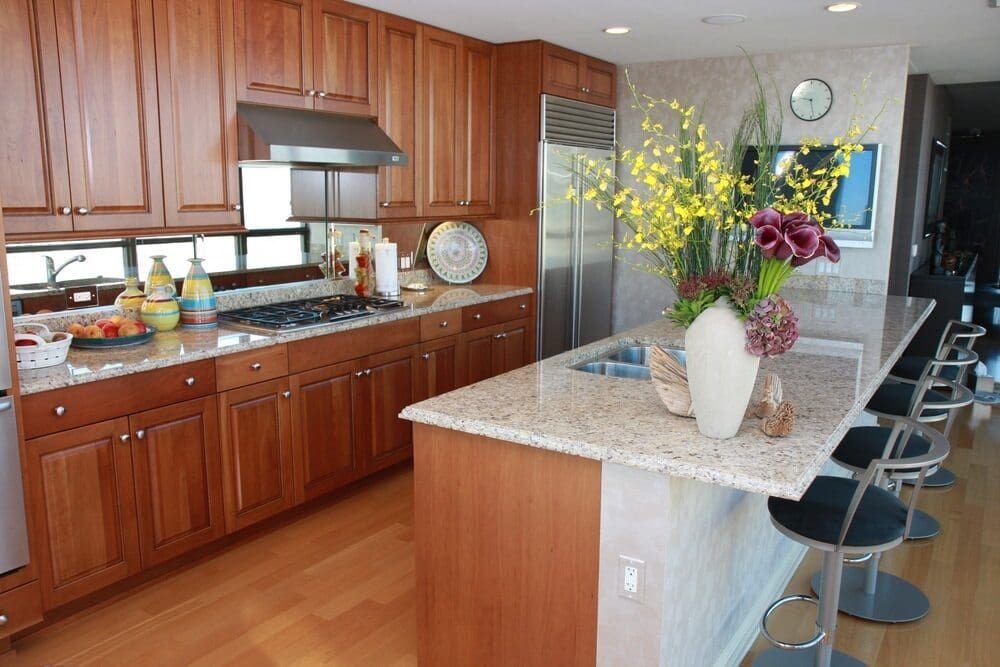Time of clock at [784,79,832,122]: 9:28
